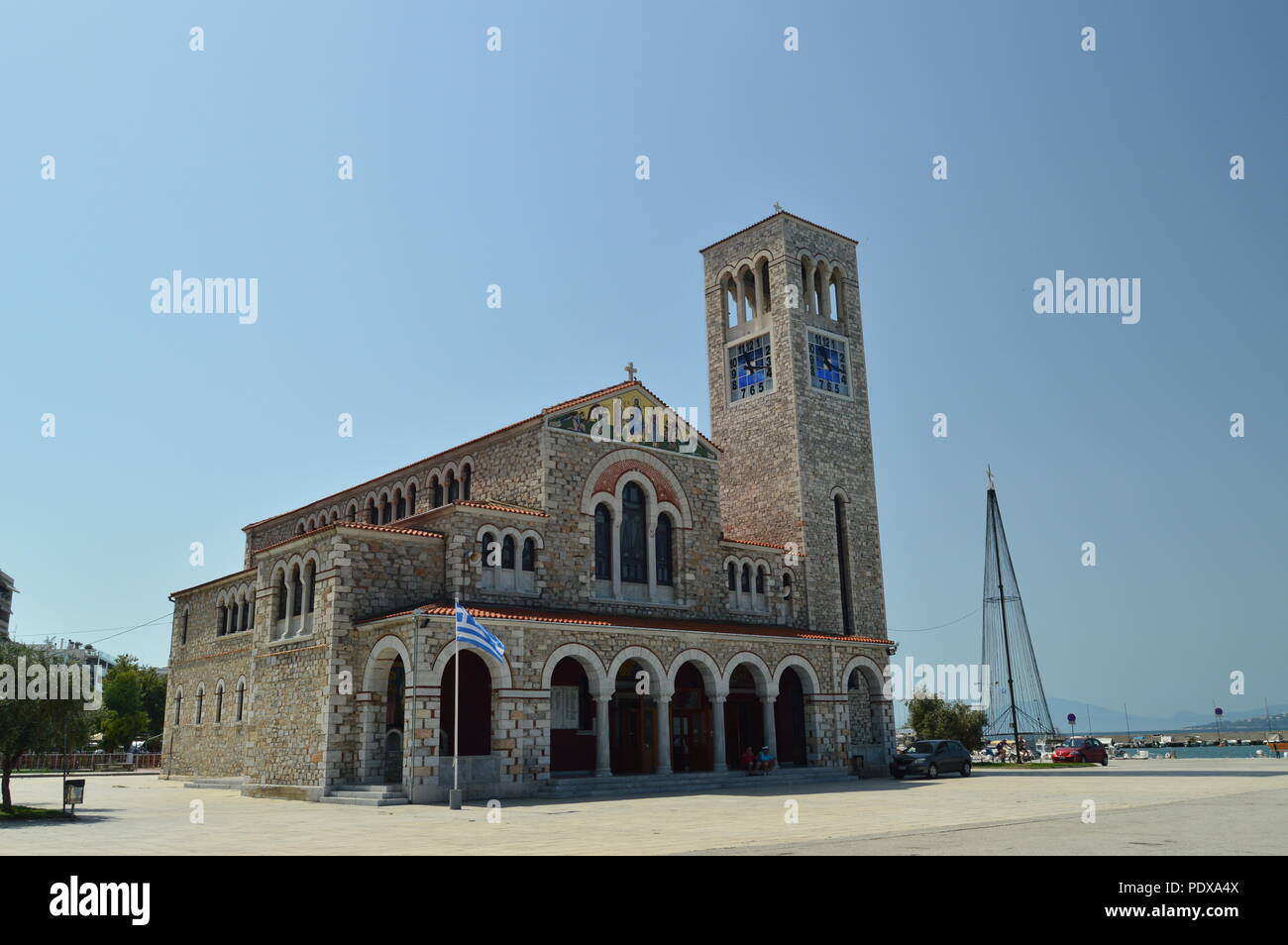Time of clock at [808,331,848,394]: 11:17
